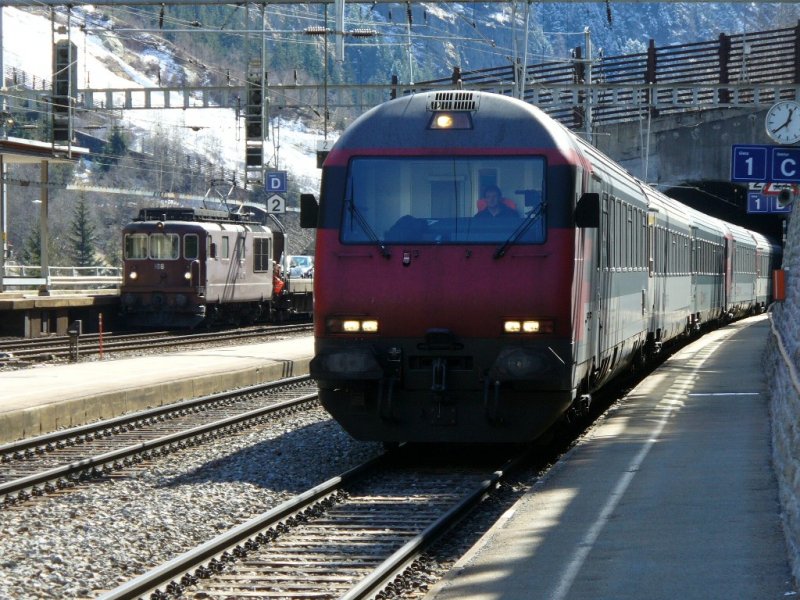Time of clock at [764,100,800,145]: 12:38
